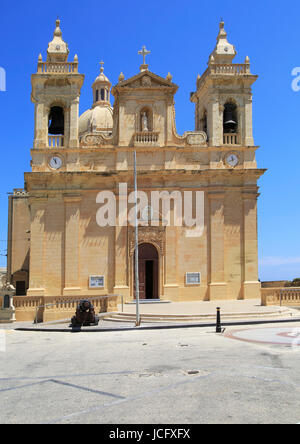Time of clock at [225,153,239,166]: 11:40
